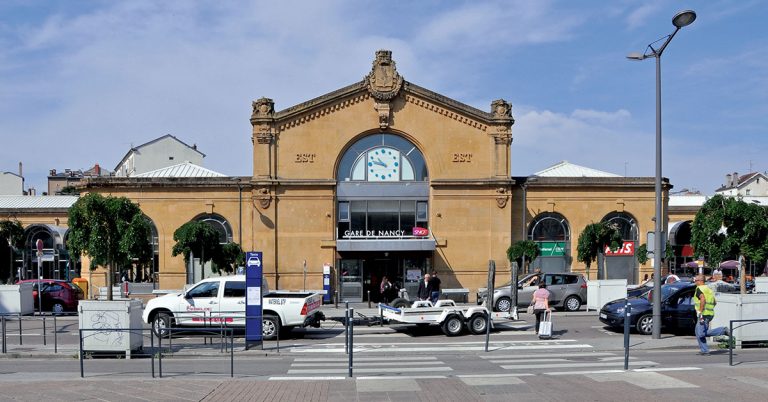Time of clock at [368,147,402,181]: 10:47
